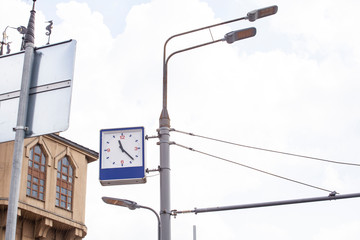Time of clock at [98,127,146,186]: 11:22
